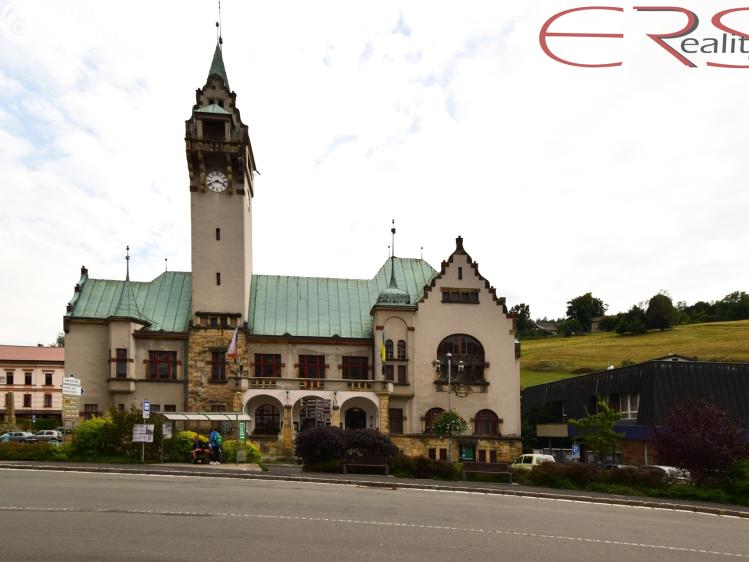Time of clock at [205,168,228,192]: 3:41
